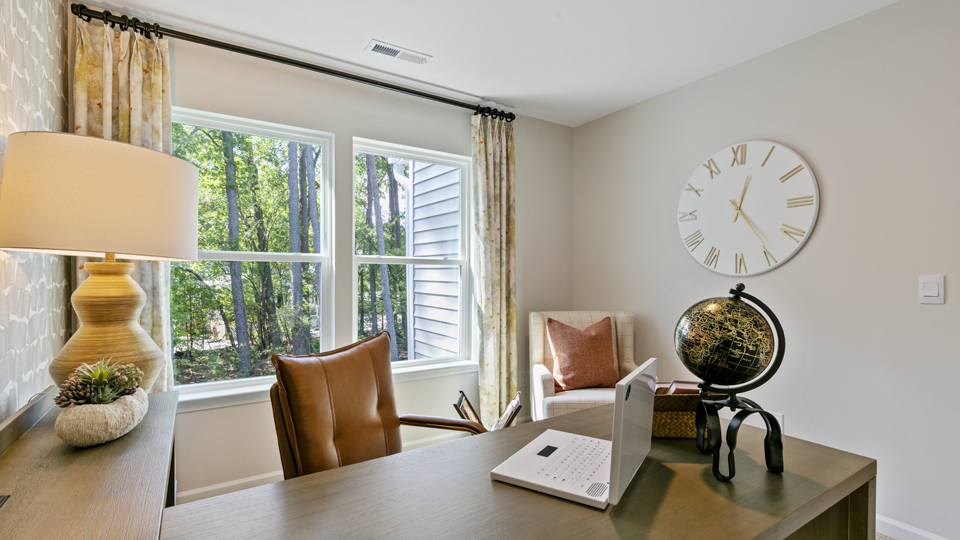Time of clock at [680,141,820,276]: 12:24
